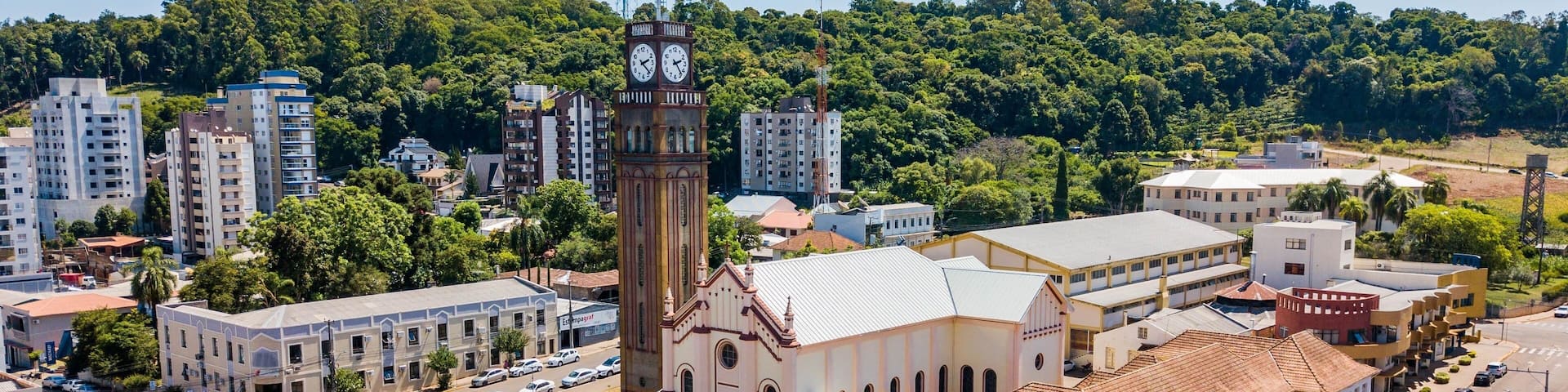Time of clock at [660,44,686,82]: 2:23
